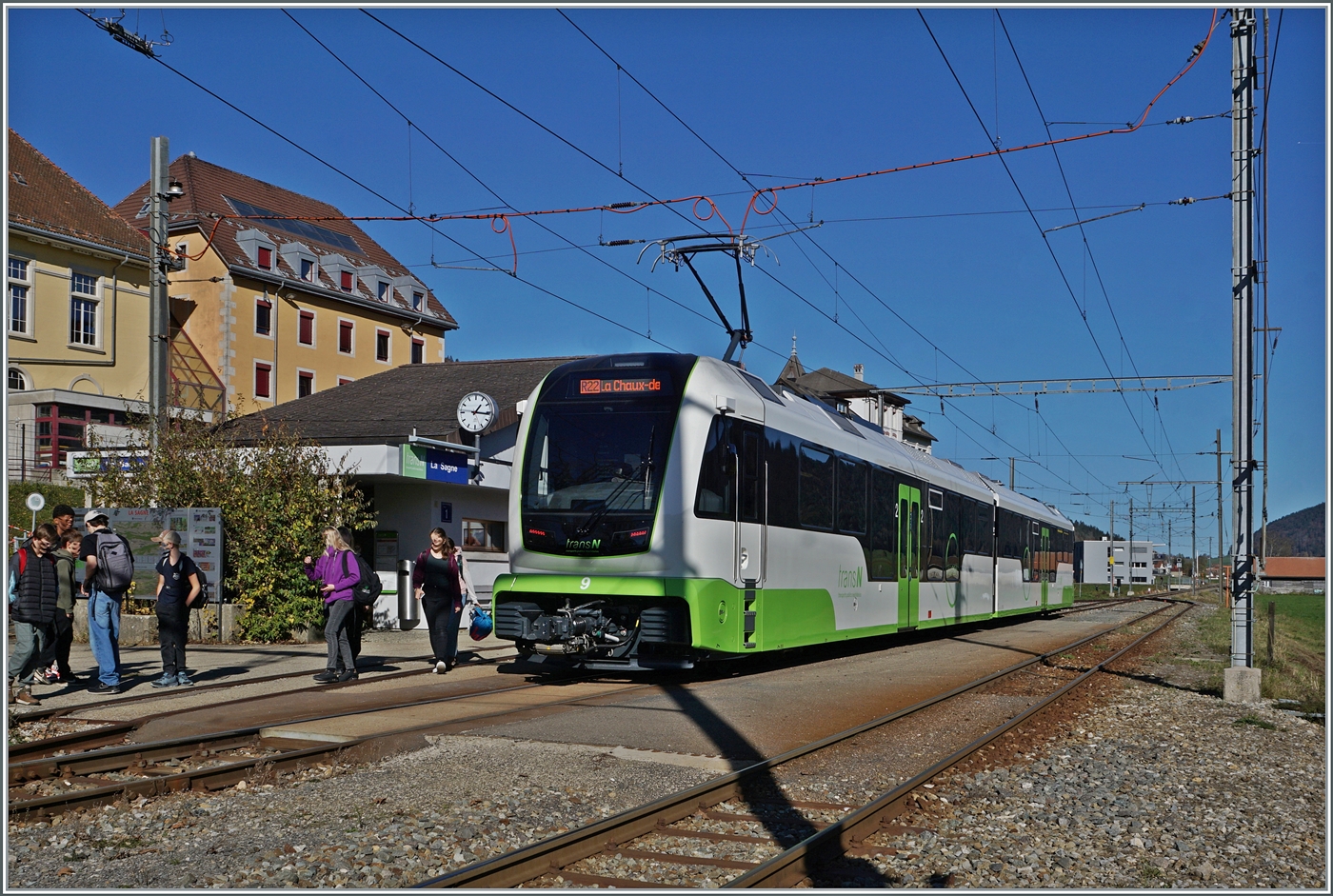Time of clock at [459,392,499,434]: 1:16
